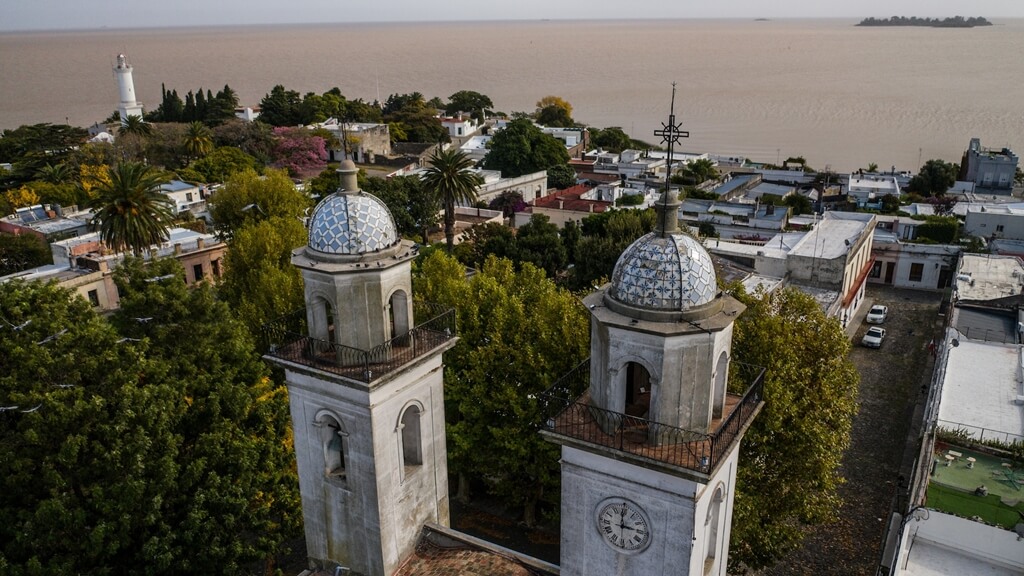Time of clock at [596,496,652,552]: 2:59
